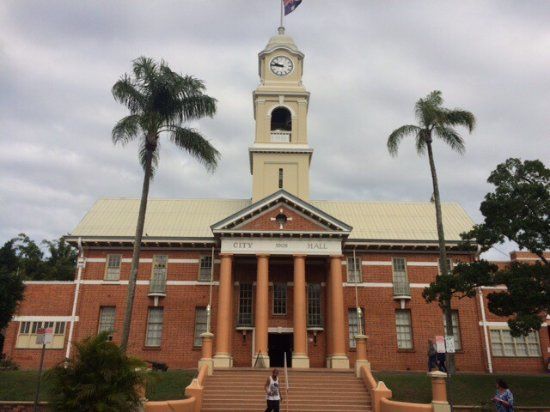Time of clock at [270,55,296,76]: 9:45
